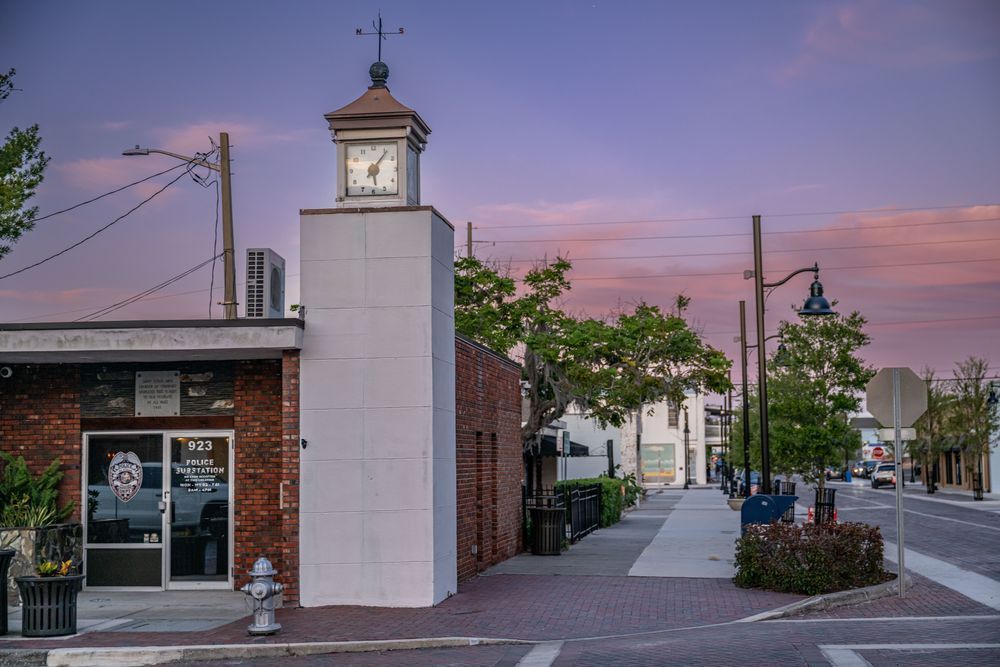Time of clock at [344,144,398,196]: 6:06
